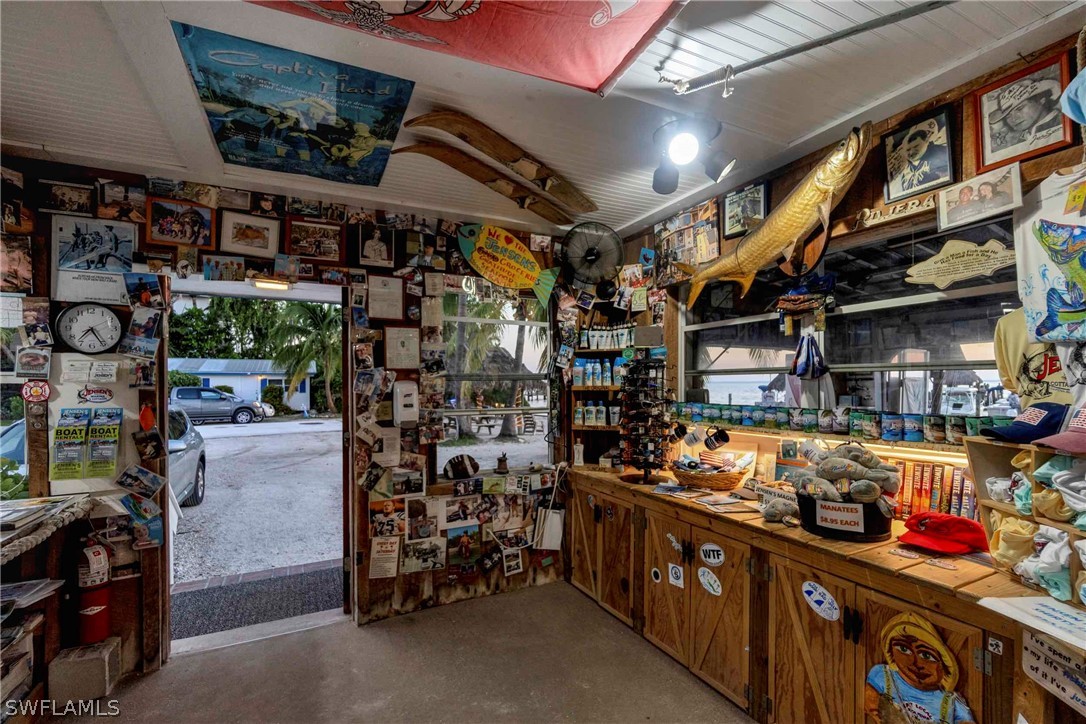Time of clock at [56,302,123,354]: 7:25
